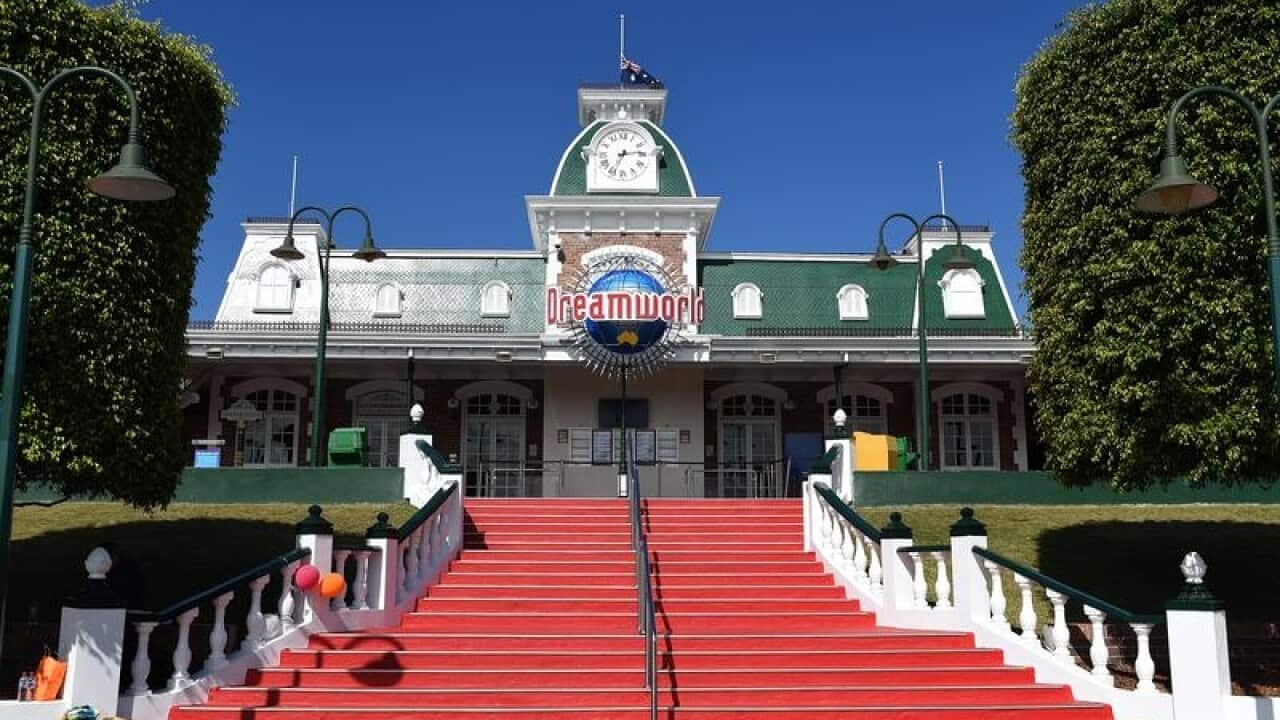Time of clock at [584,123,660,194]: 2:34
